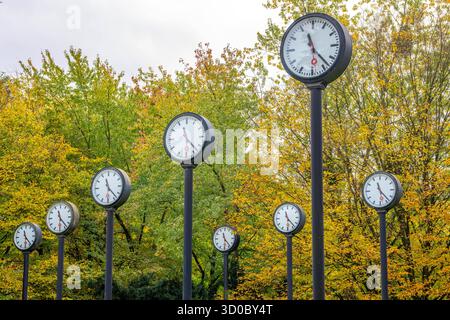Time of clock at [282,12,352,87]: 11:22
